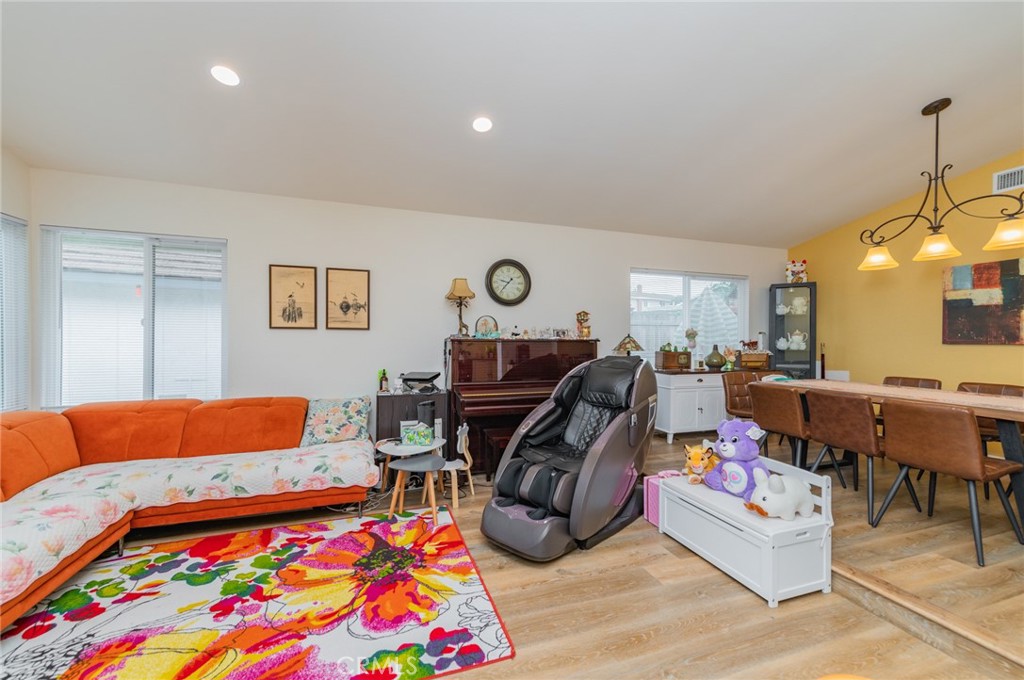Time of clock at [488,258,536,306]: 9:36
